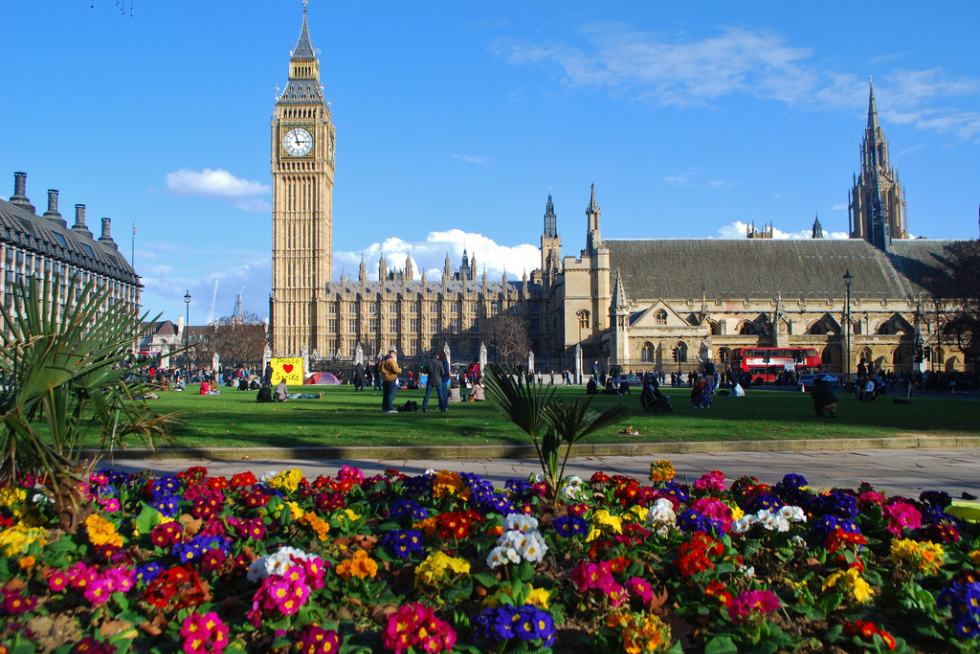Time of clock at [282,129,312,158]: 2:57
